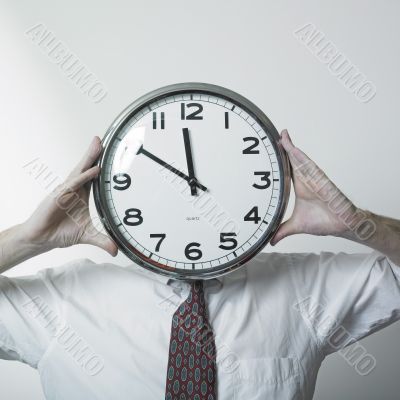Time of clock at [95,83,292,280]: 11:50
